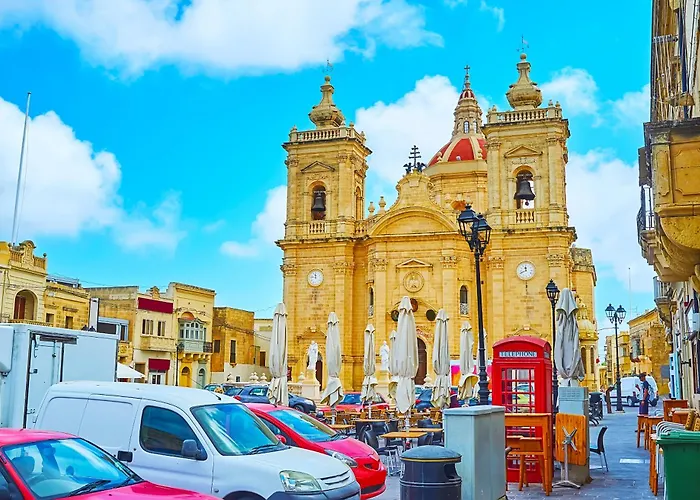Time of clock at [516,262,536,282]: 11:41
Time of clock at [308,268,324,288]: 11:46
